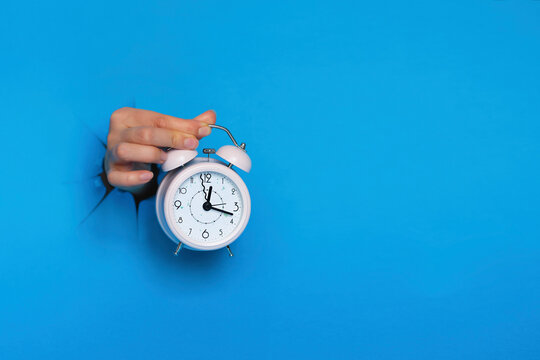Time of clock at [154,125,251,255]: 12:17
